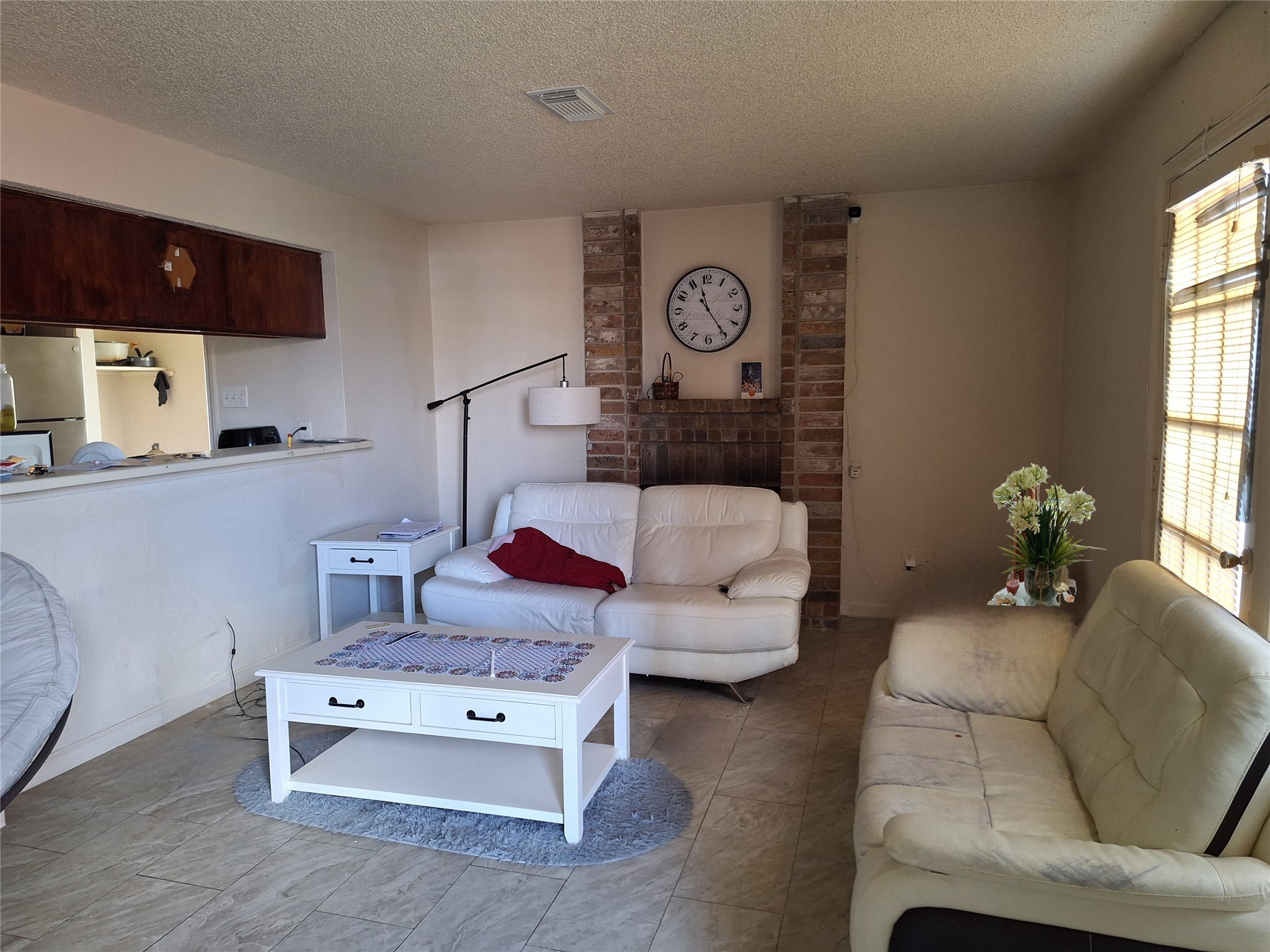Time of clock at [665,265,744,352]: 11:24
